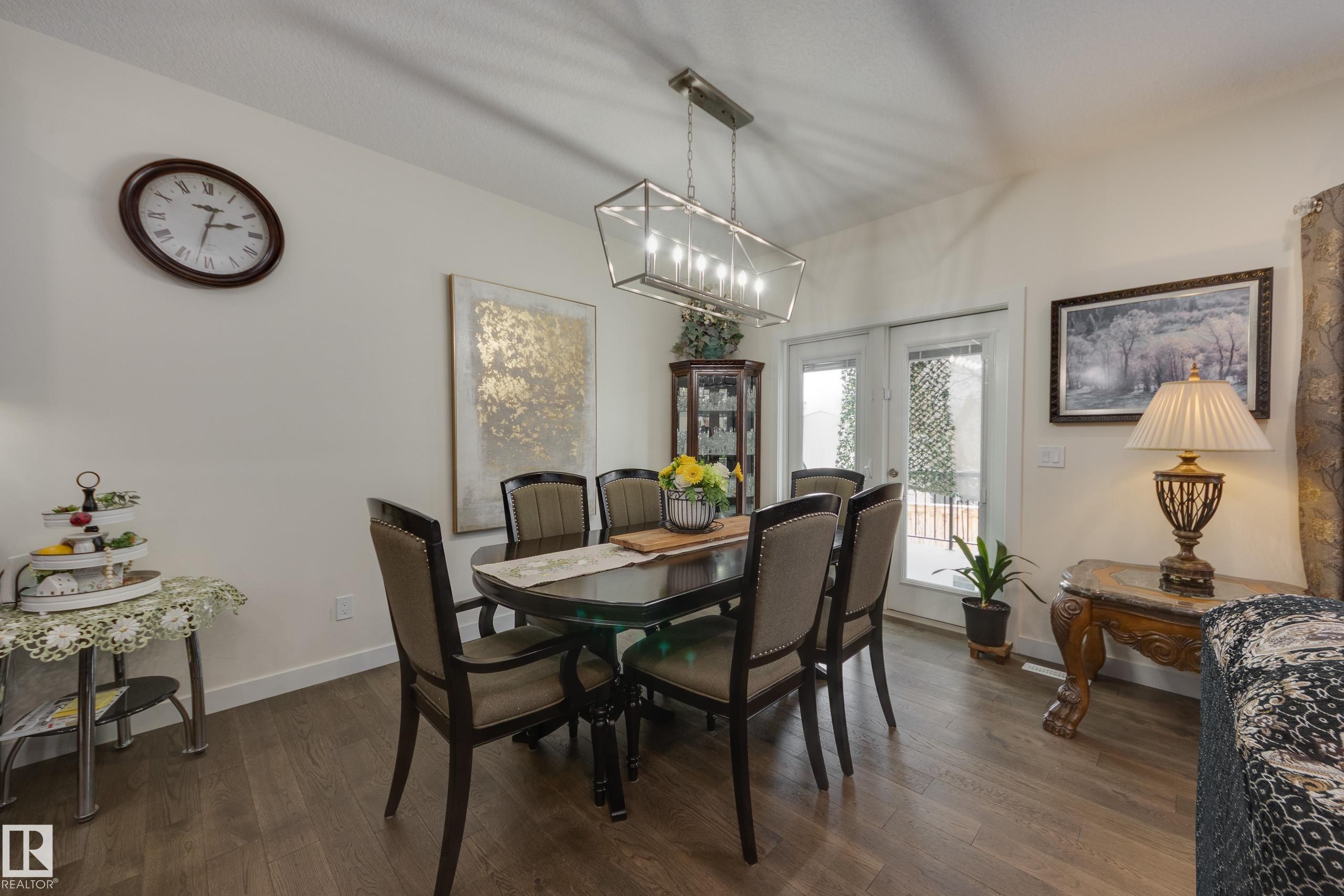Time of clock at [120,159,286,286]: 2:32
